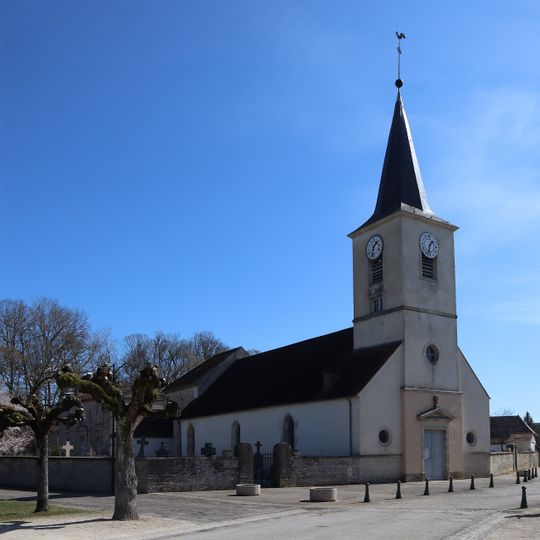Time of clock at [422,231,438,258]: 1:32
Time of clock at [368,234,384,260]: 1:32
